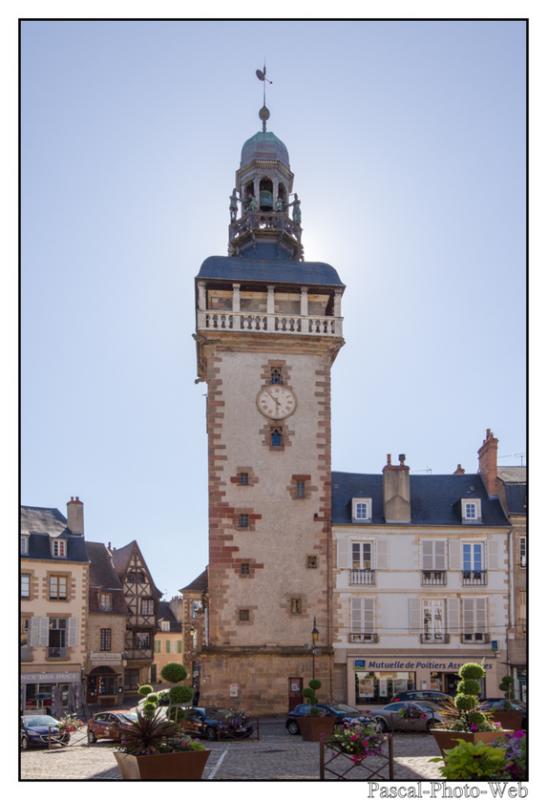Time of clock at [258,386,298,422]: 5:53
